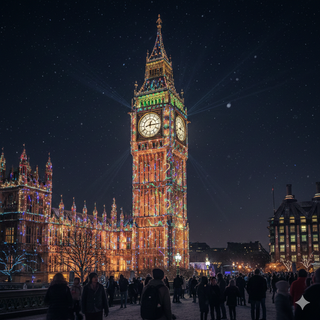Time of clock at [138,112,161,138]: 12:14
